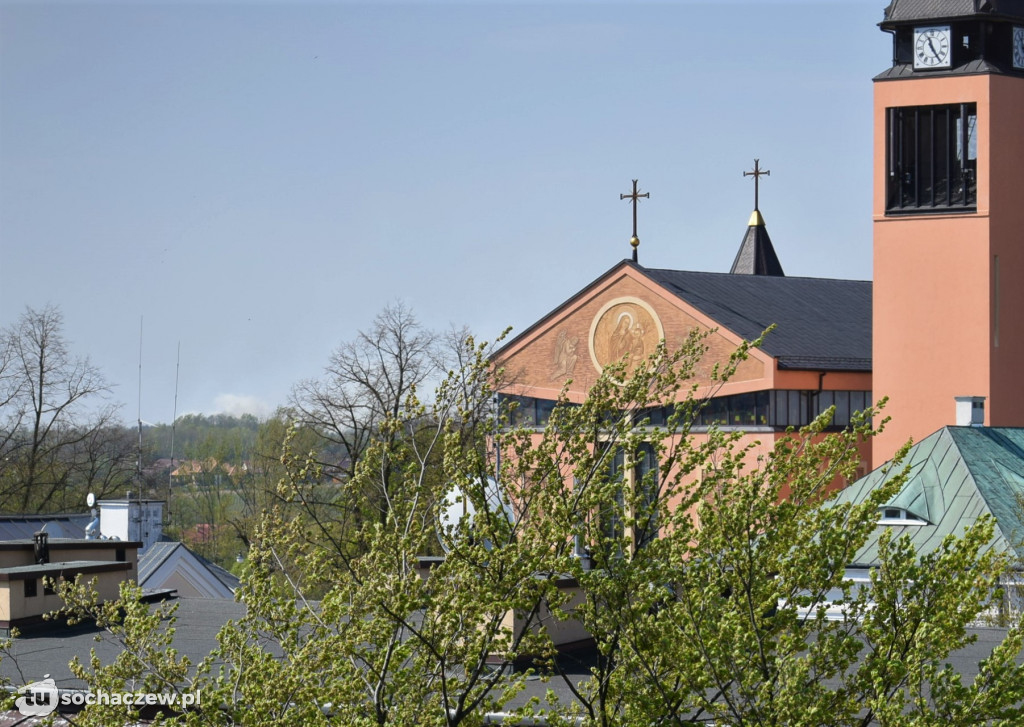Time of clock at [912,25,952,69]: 11:24
